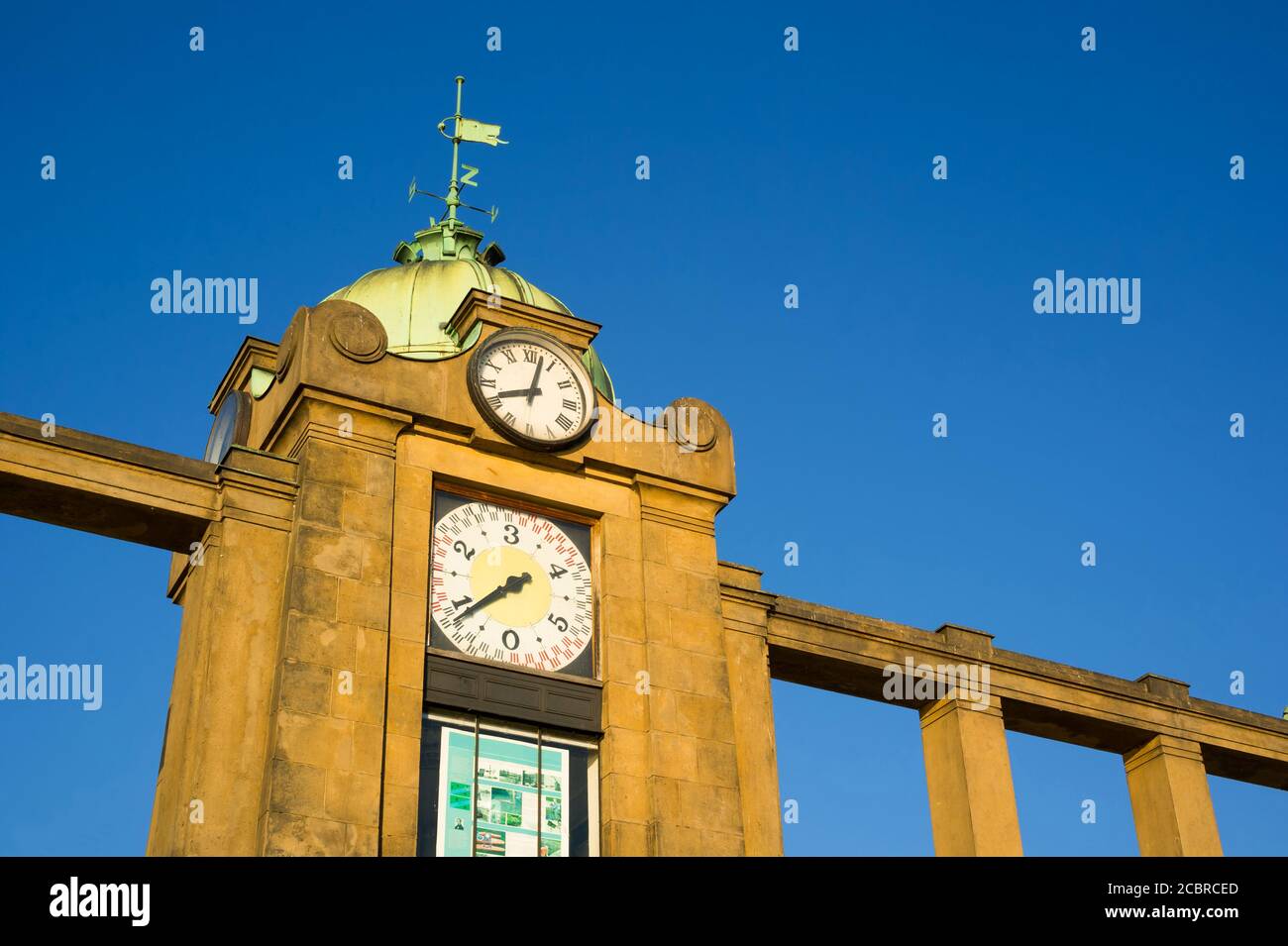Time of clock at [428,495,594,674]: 7:38
